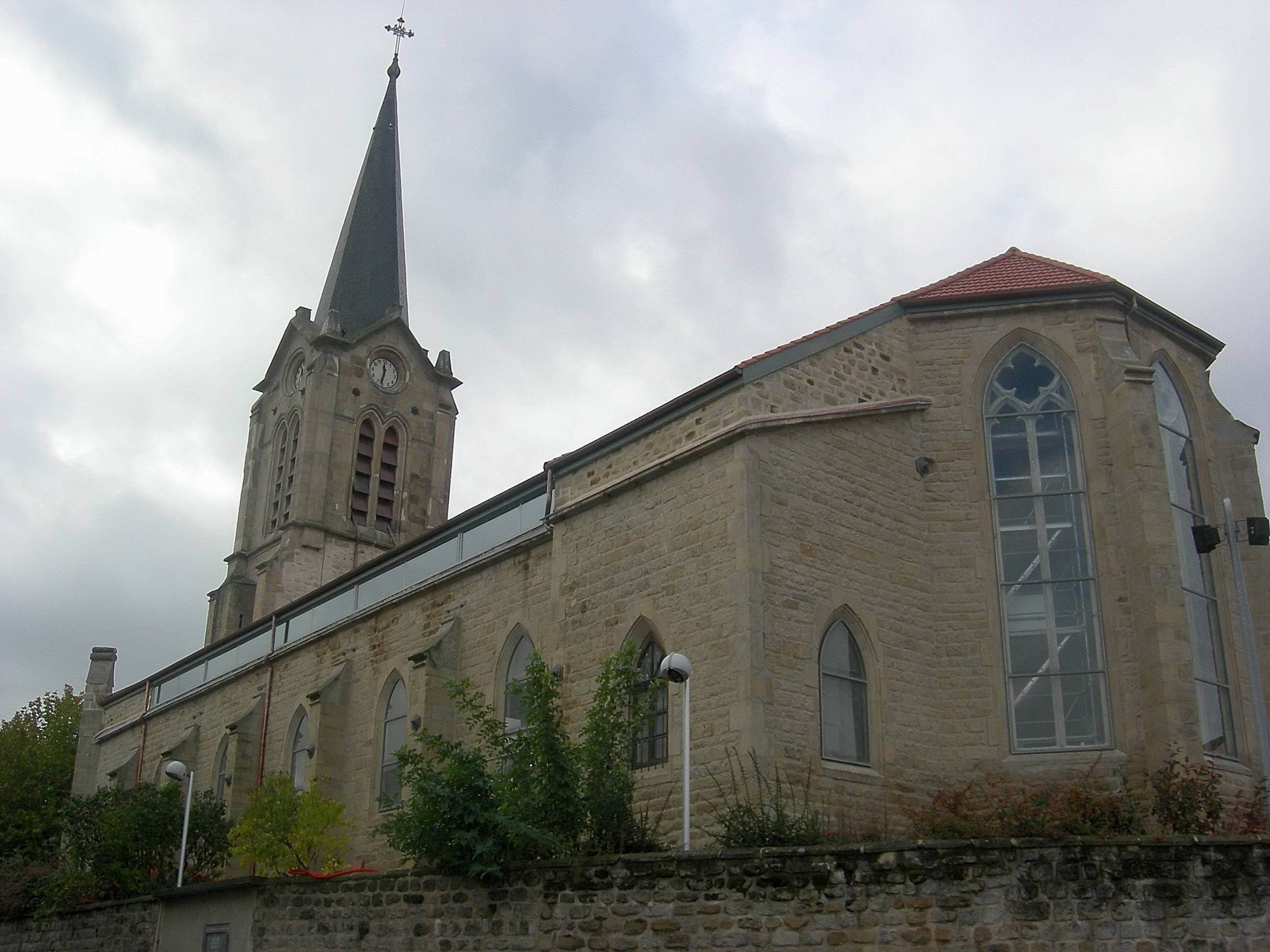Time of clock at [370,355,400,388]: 11:32
